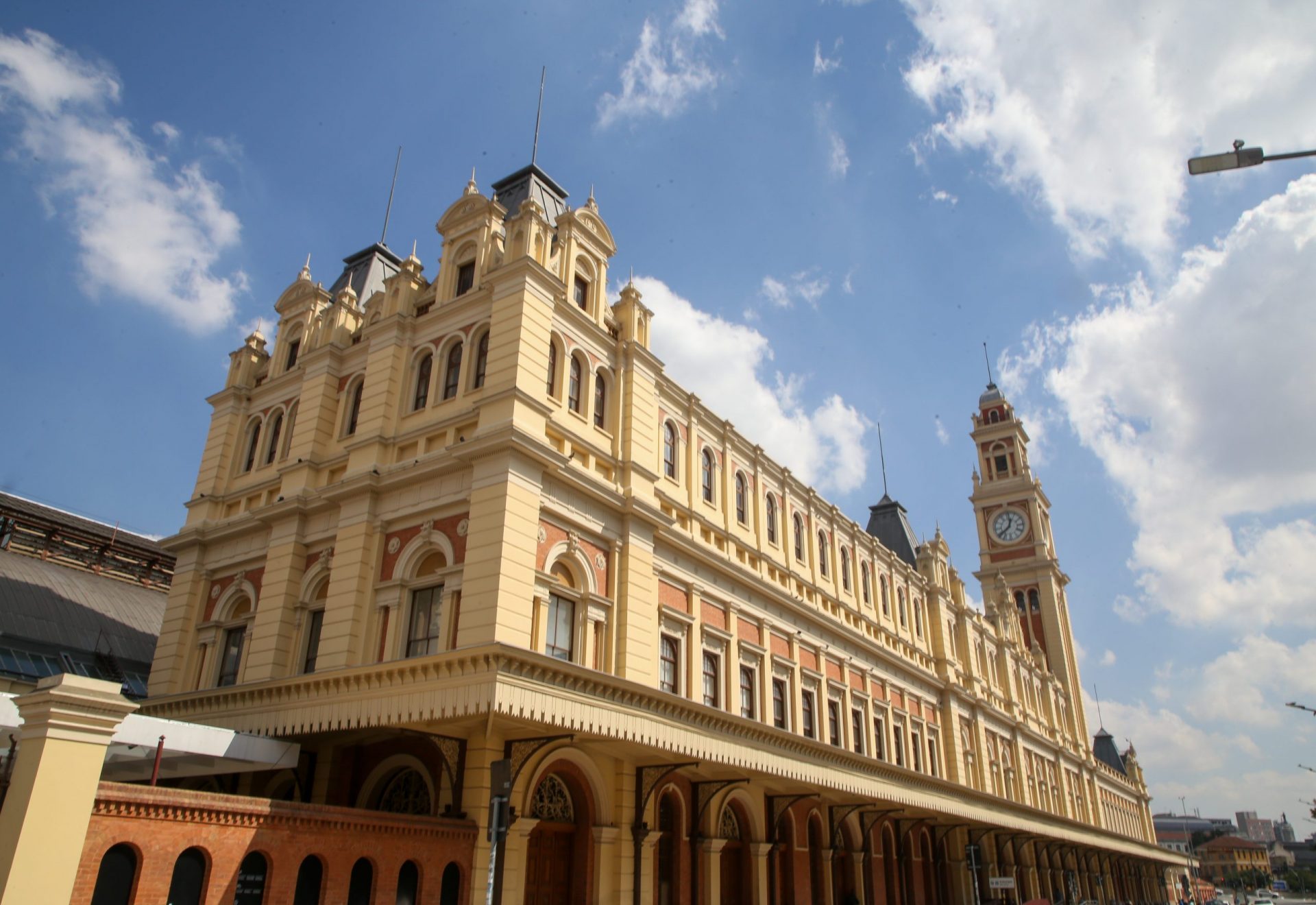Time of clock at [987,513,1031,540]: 12:38
